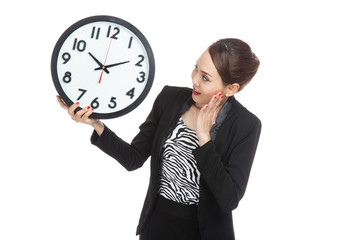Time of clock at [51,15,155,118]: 10:10
